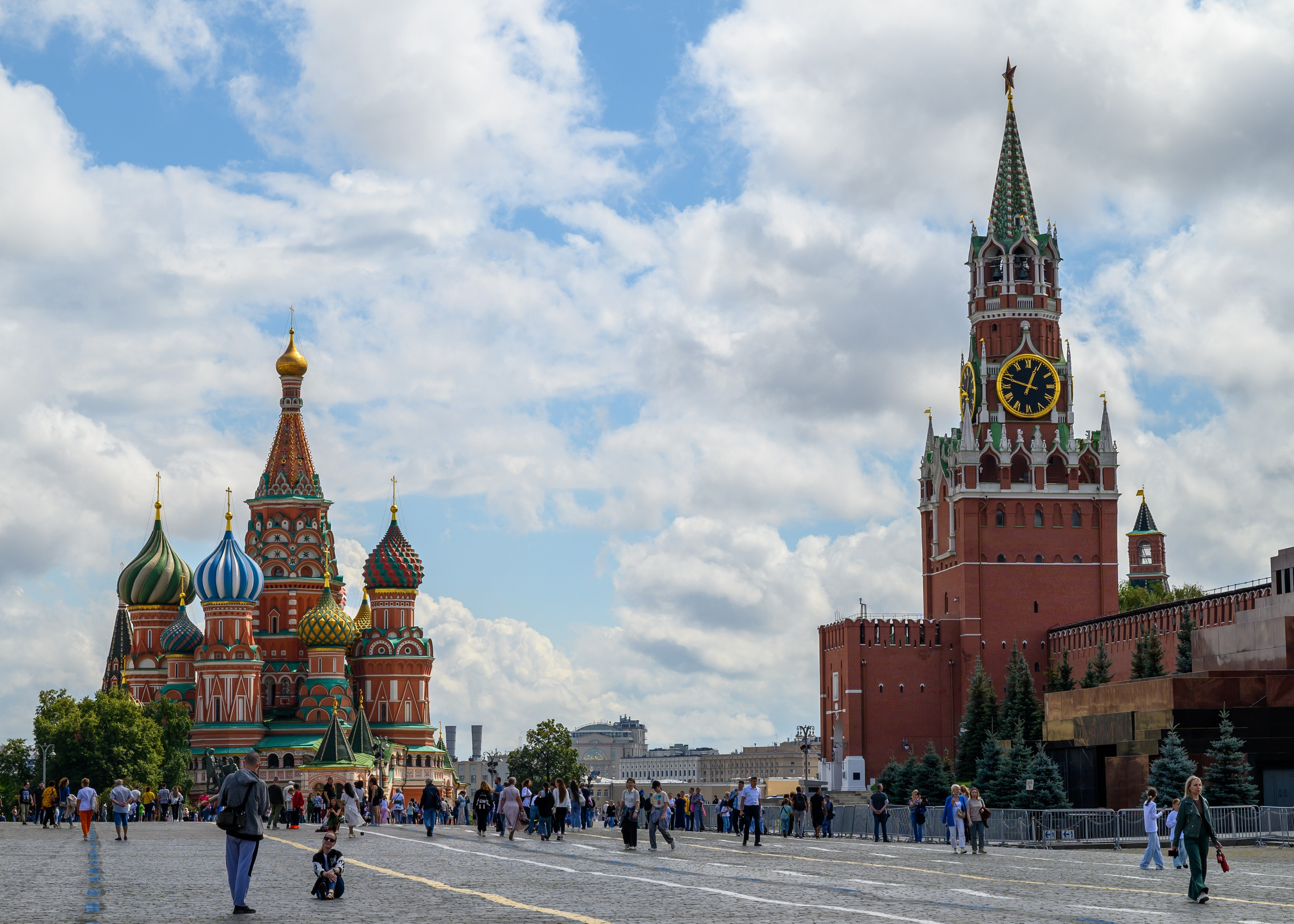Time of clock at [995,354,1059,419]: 12:48
